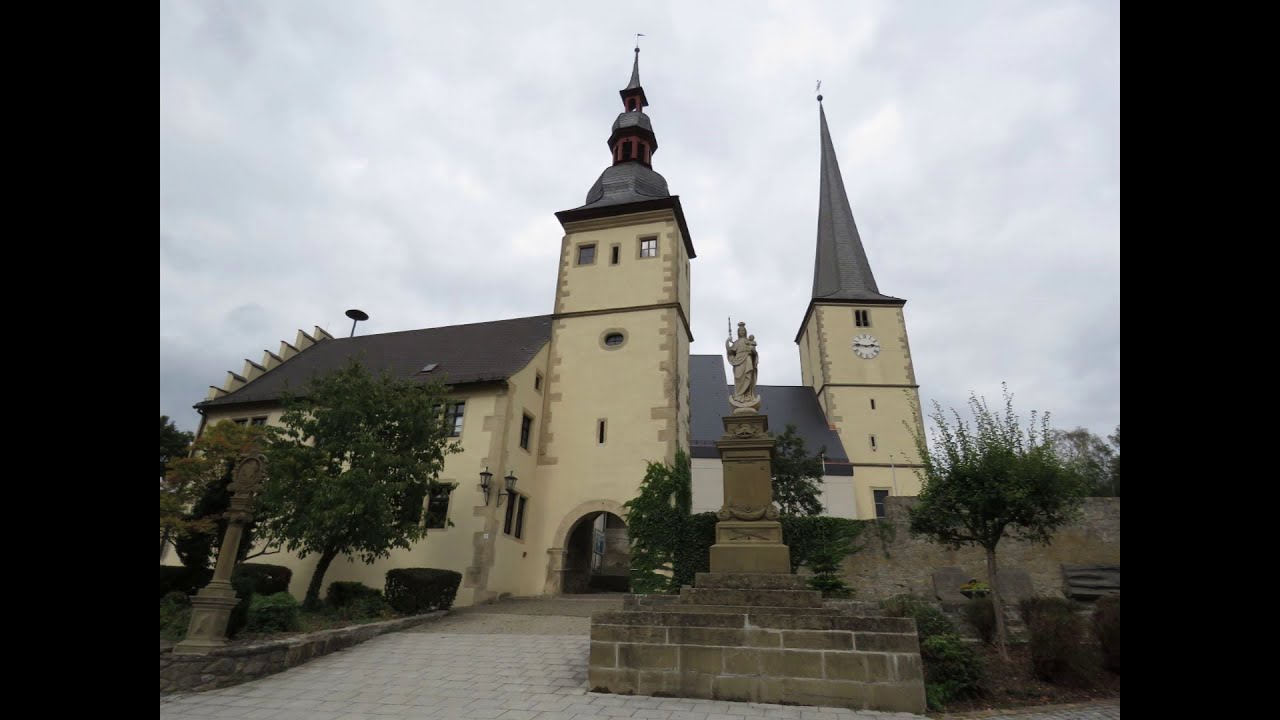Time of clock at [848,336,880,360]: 2:46
